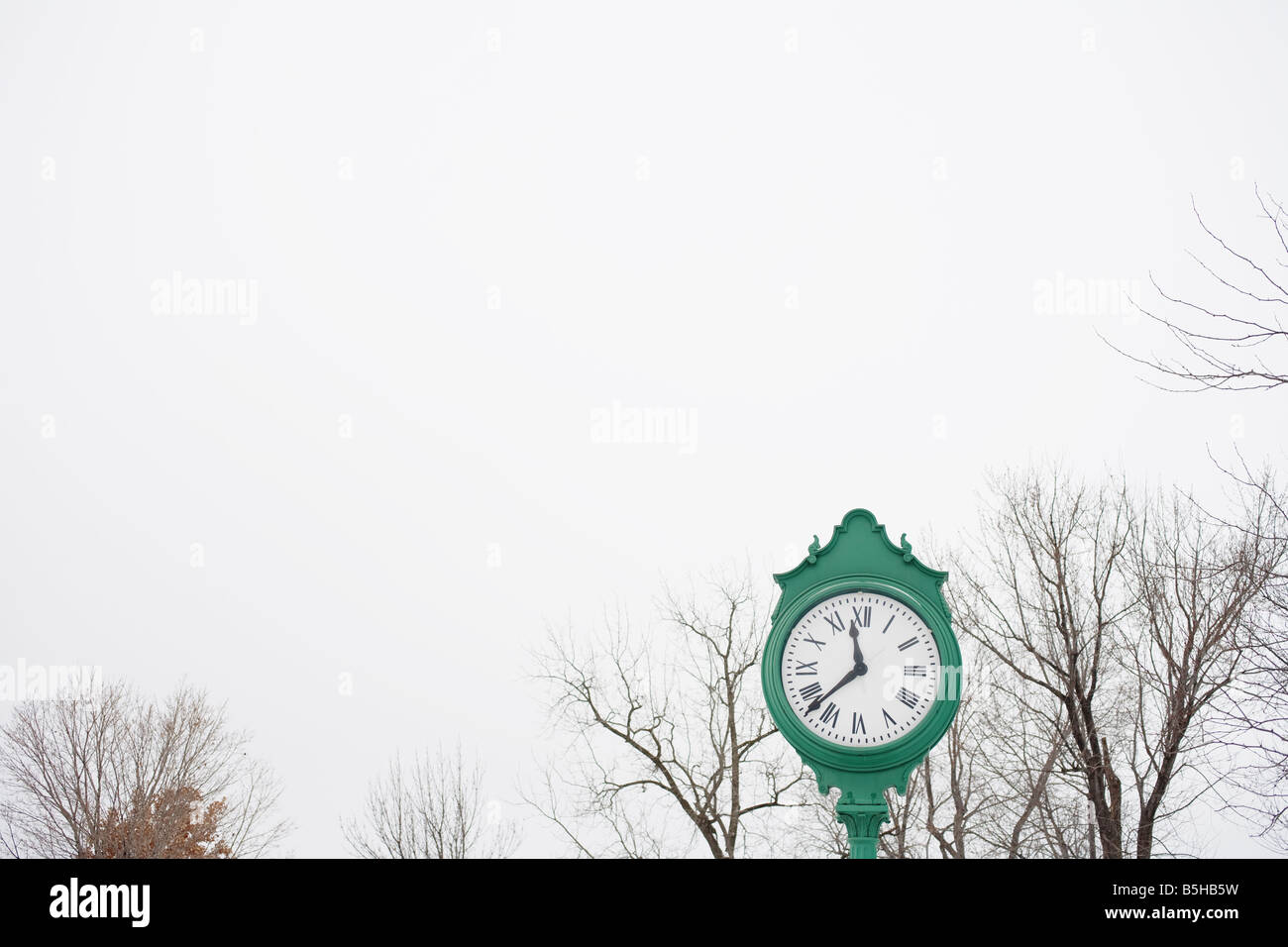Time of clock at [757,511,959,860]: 11:38
